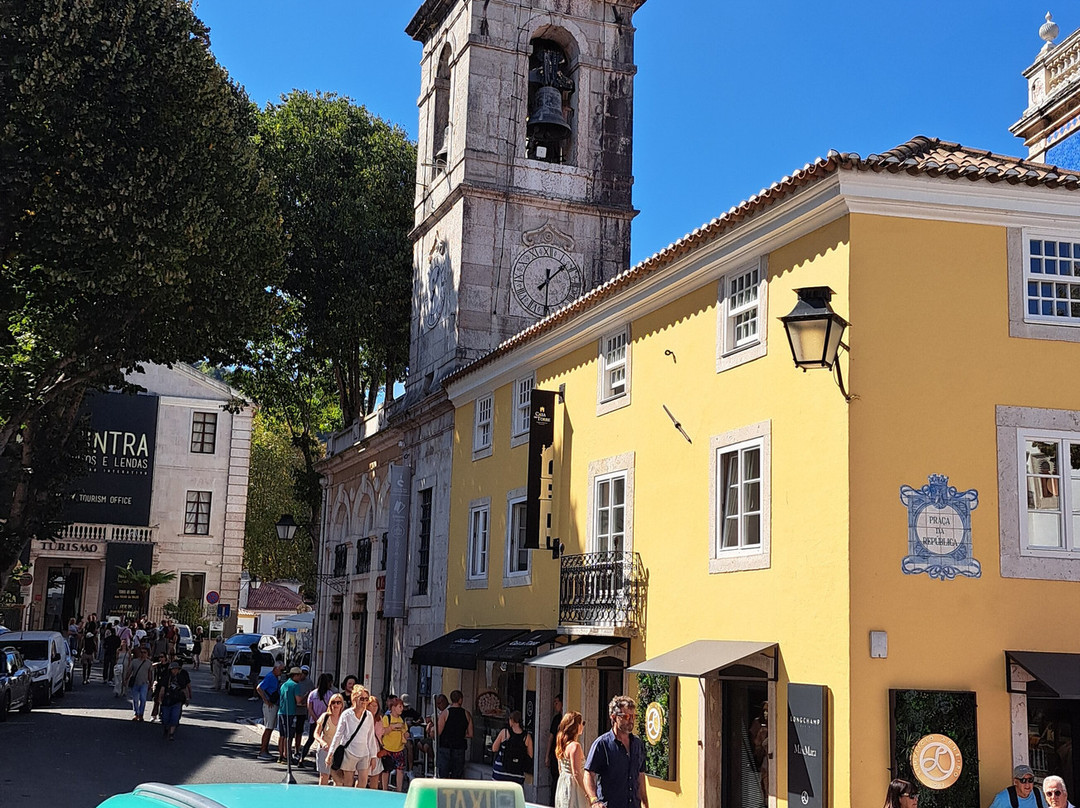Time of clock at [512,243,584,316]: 1:30
